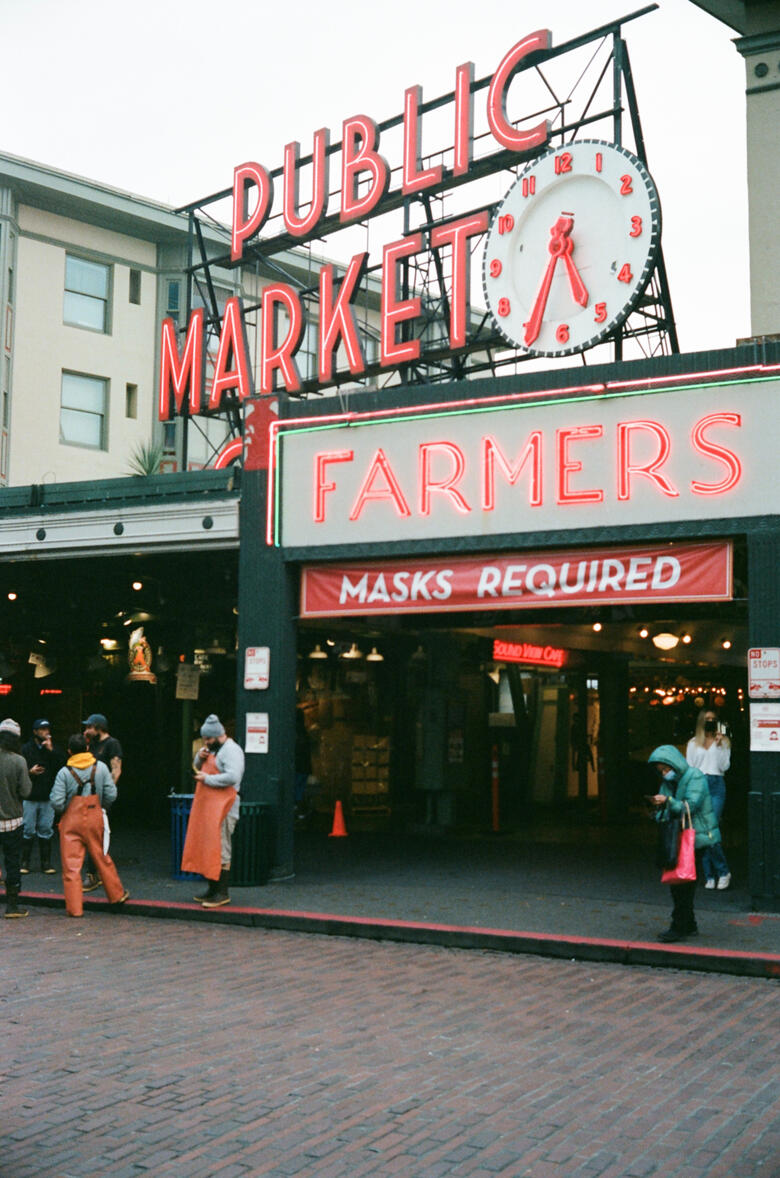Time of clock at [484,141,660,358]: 5:34
